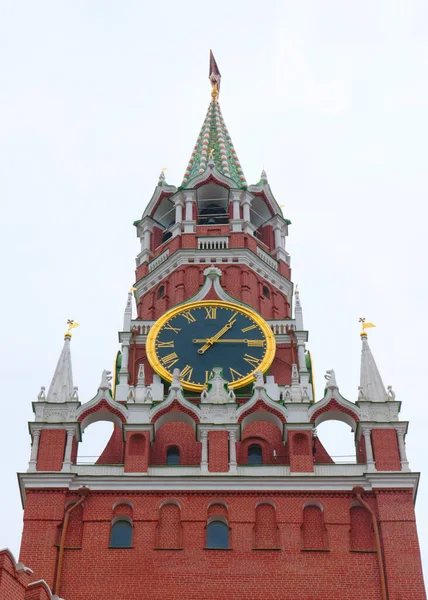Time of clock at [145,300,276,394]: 1:14
